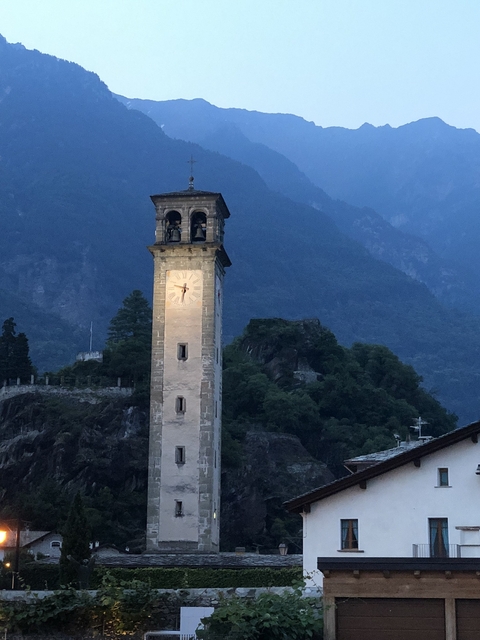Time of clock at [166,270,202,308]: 9:32
